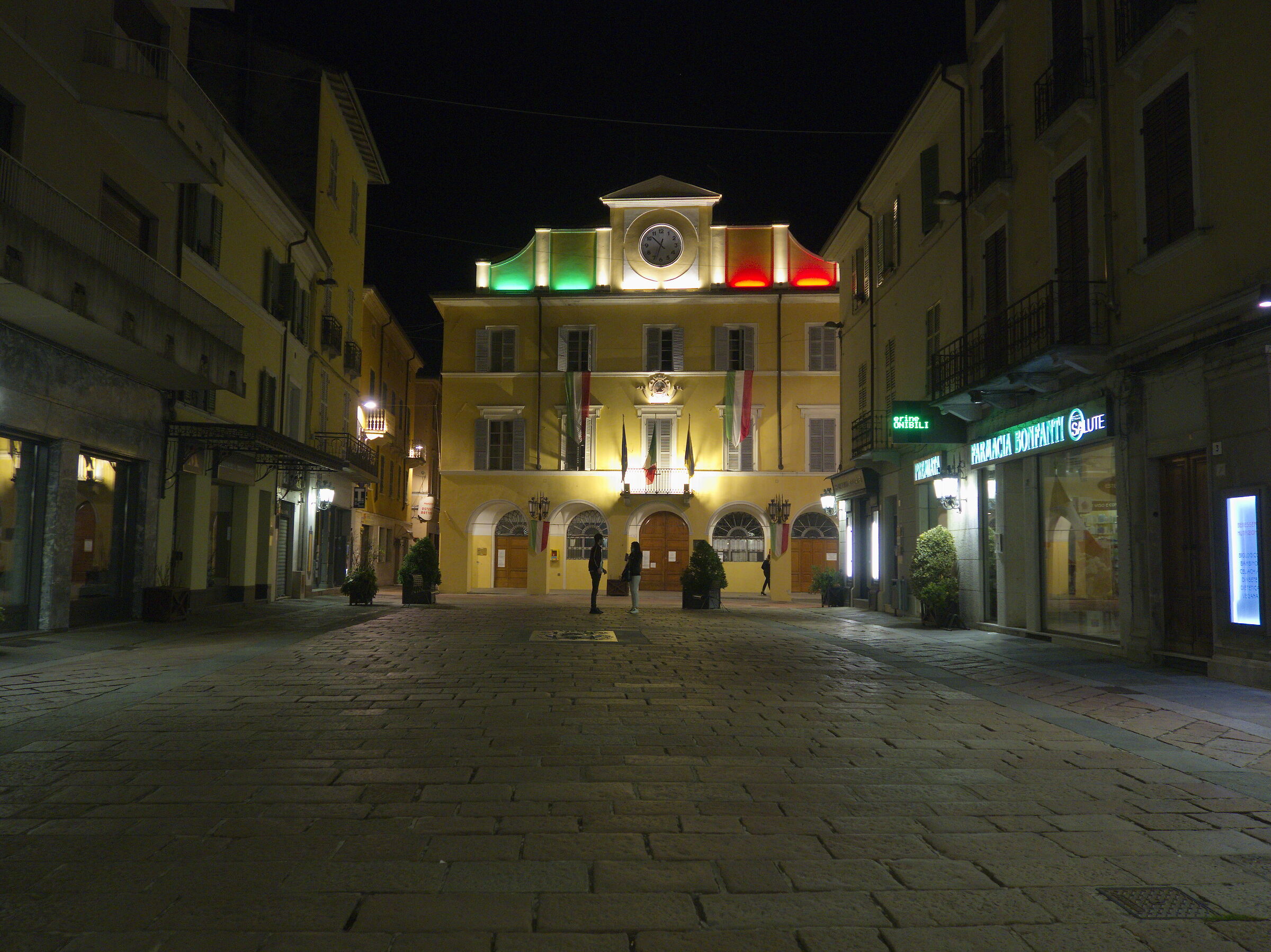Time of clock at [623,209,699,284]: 10:33
